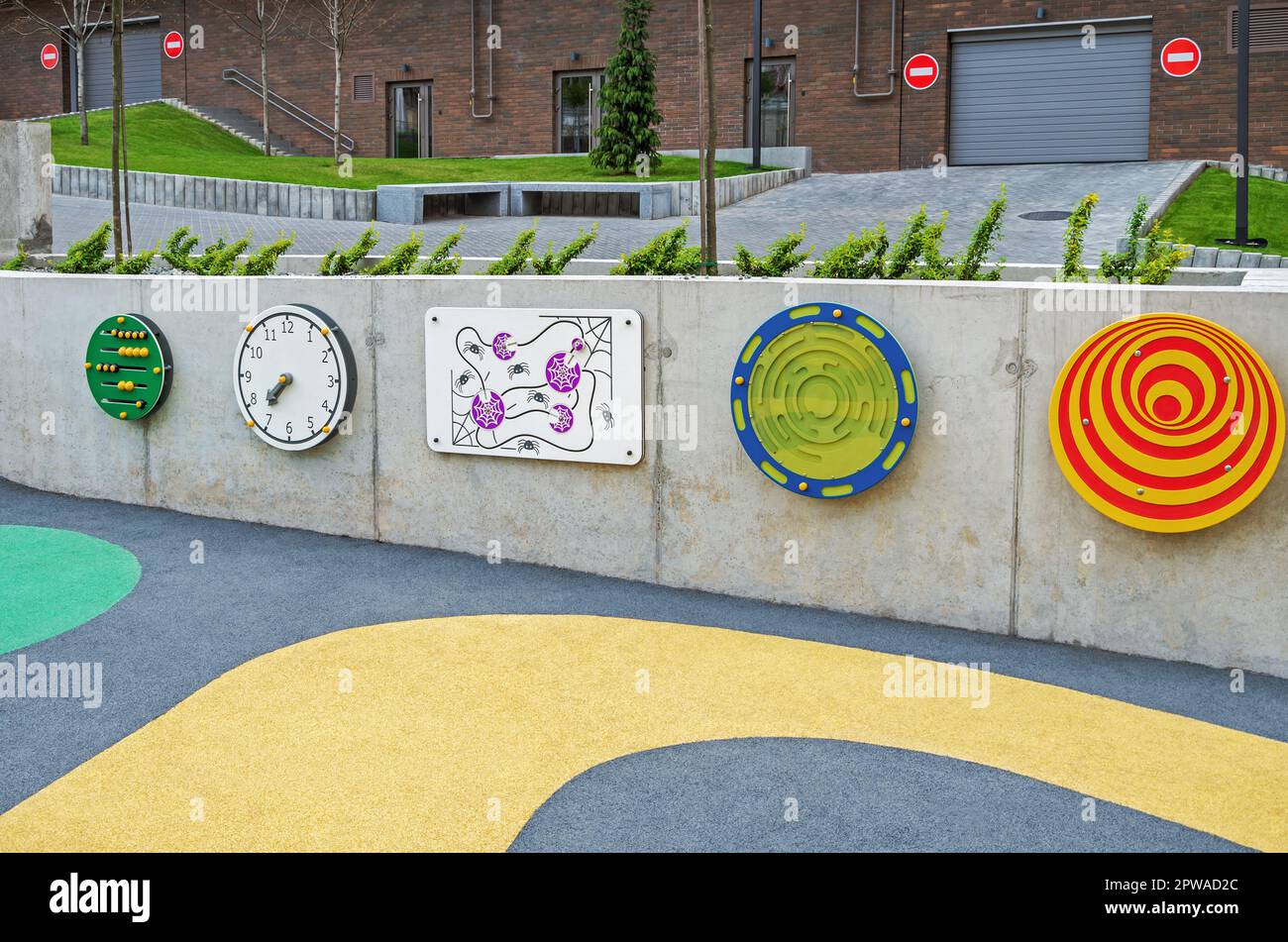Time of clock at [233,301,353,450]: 7:36
